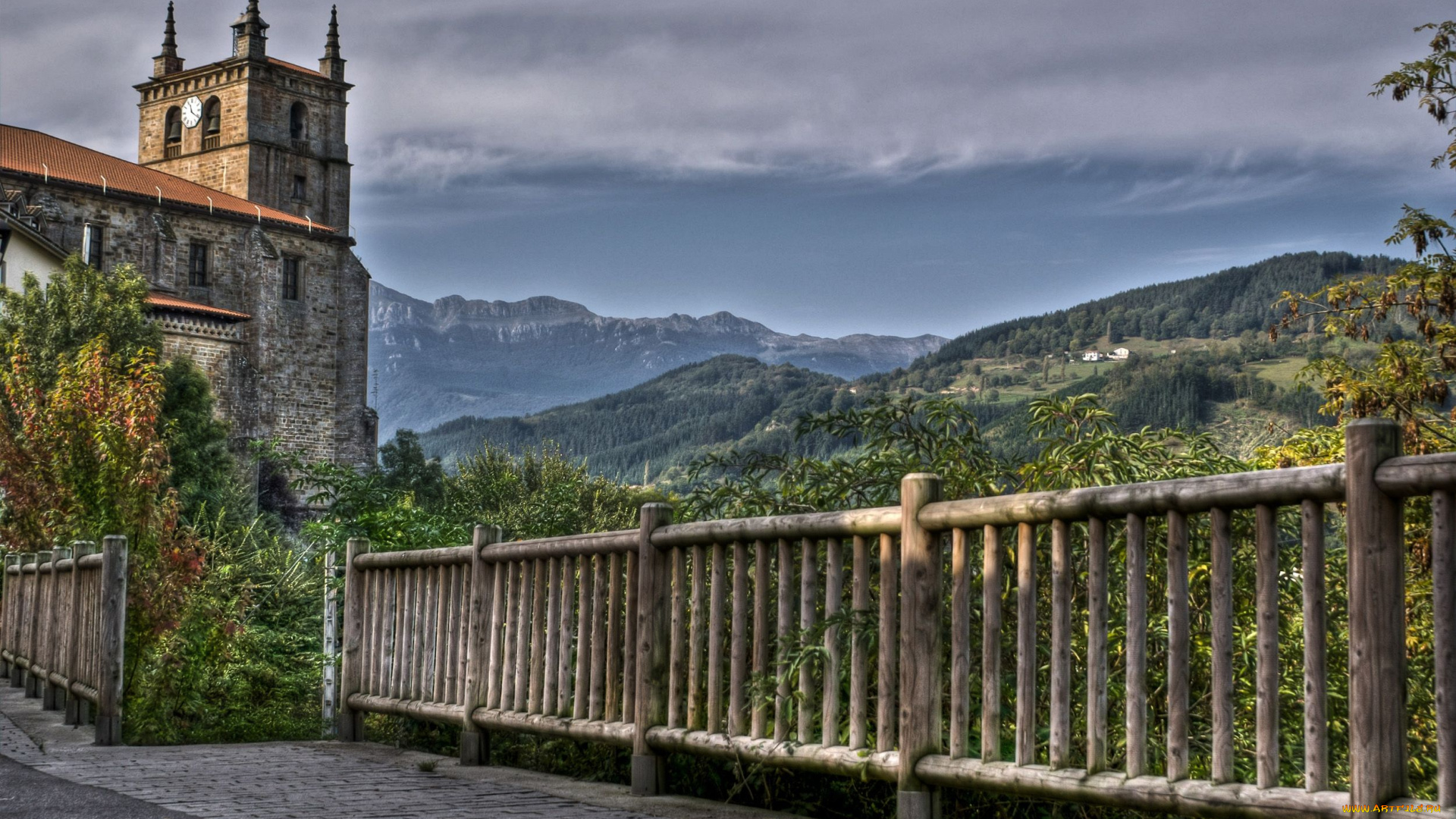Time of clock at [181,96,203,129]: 11:20
